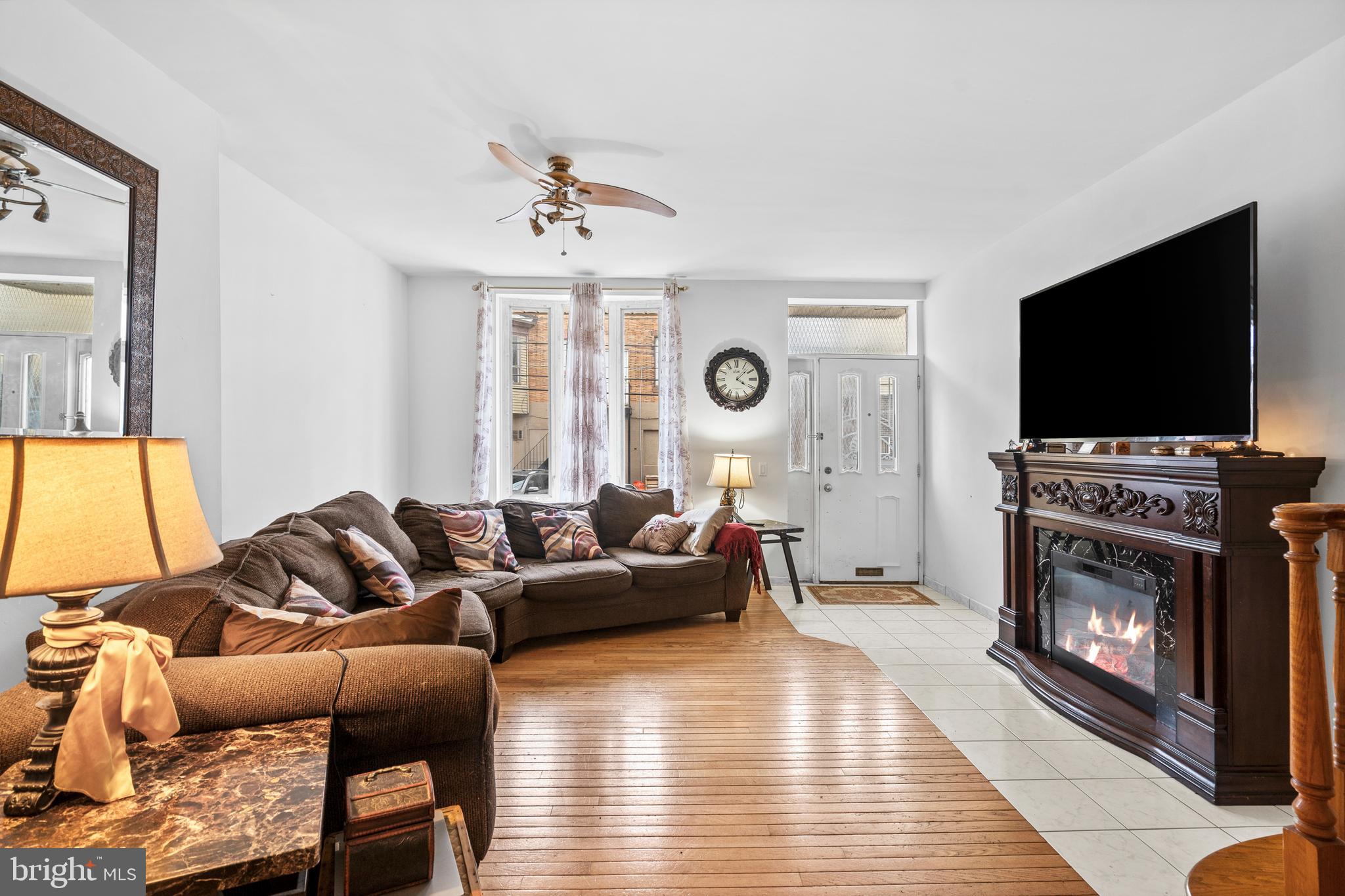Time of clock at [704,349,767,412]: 4:07
